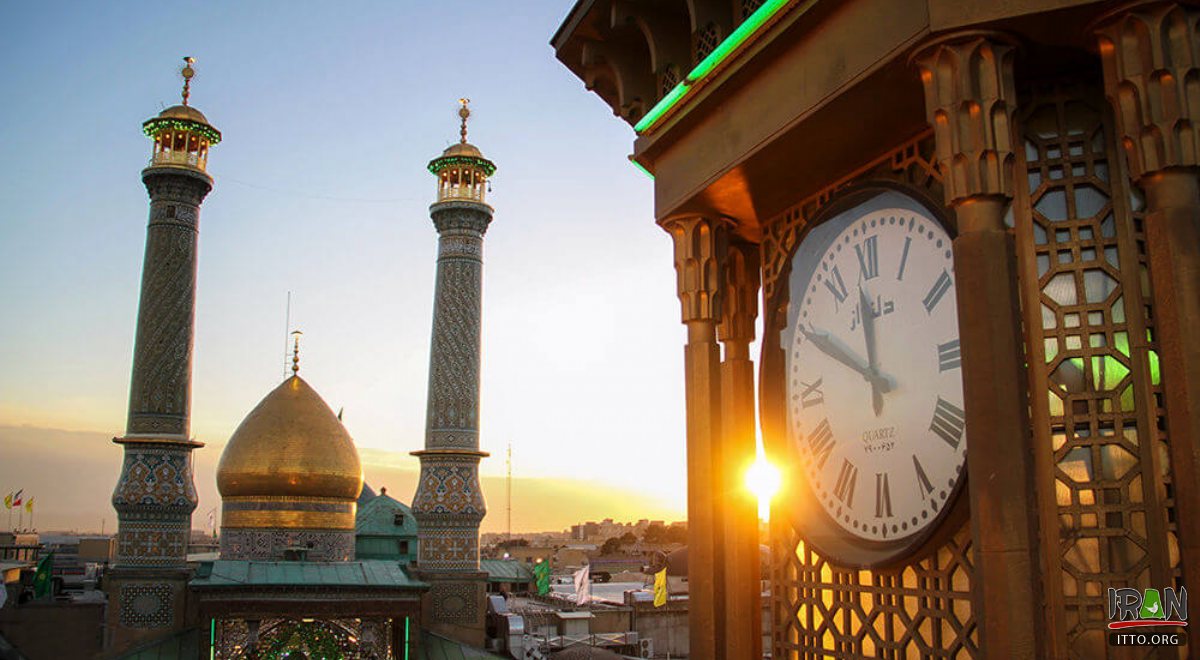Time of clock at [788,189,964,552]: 11:49
